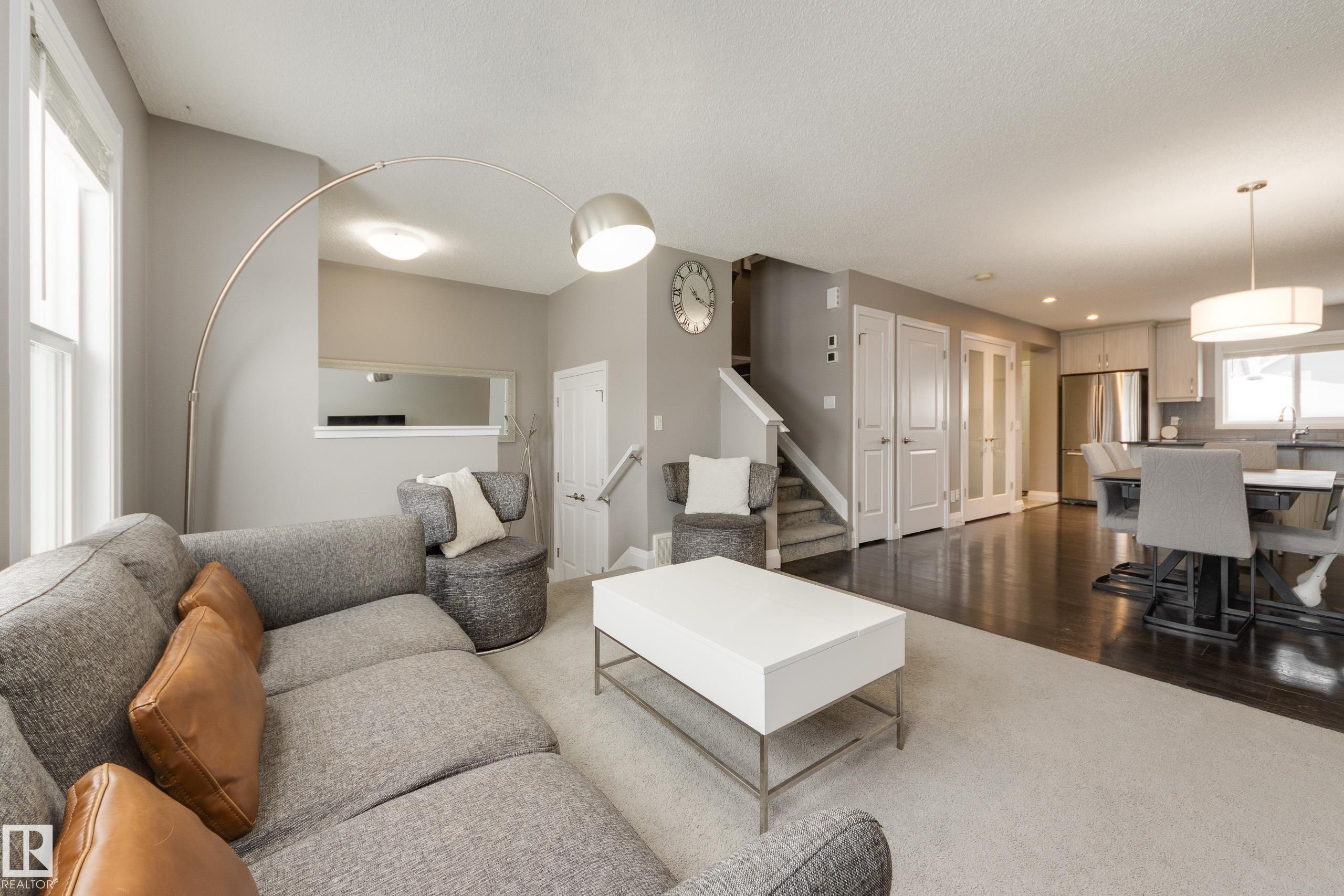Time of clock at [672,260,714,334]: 10:17
